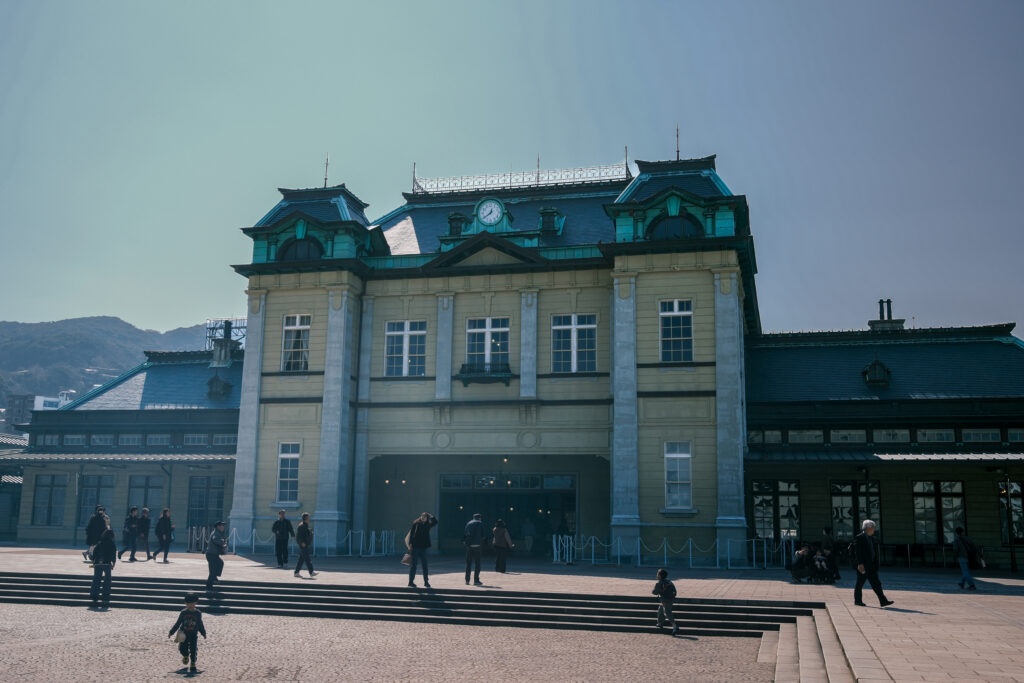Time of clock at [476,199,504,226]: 12:38
